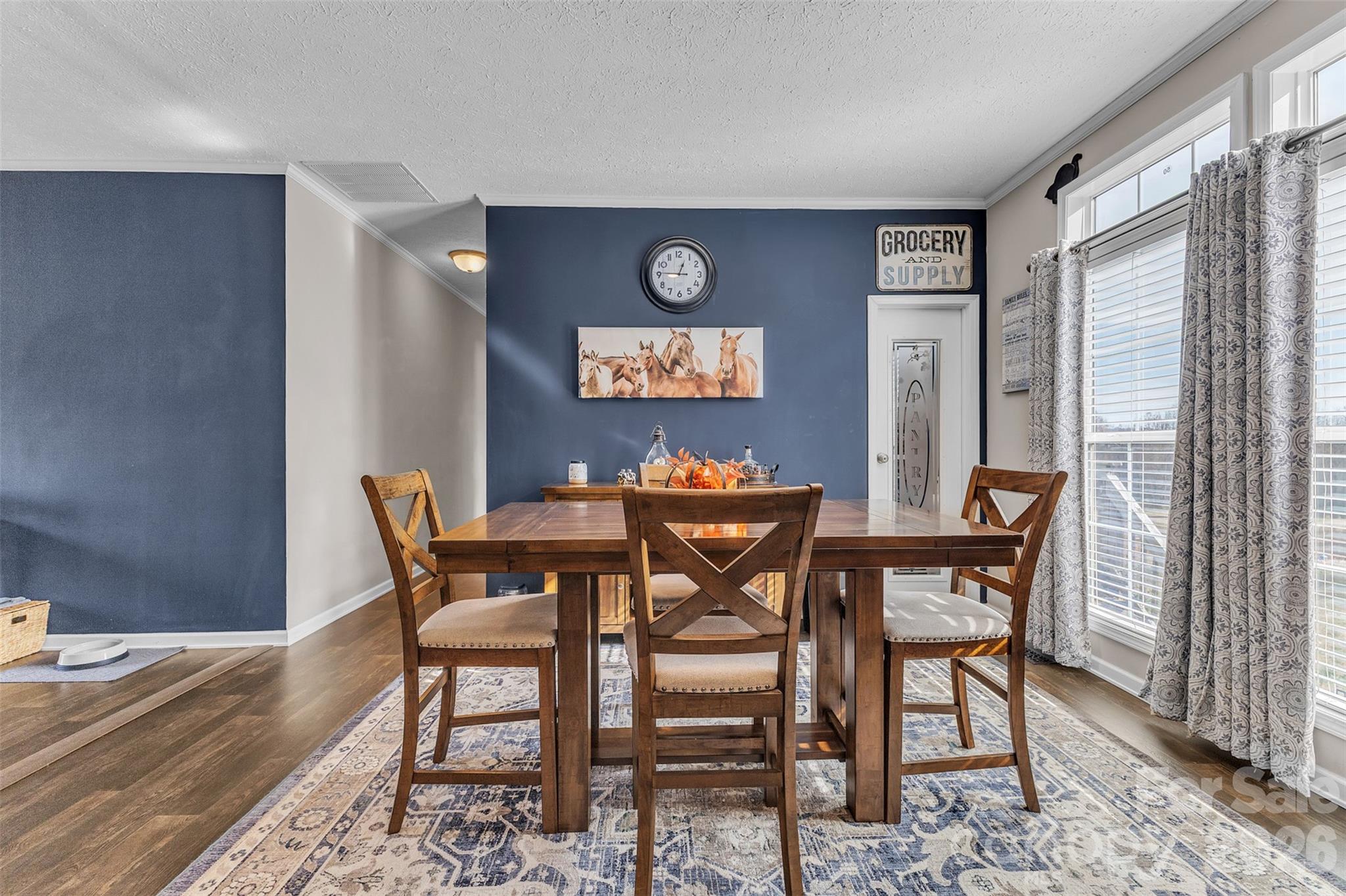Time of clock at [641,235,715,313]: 12:45
